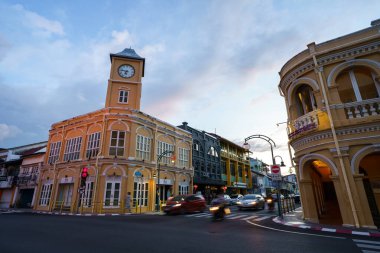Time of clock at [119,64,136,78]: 6:47
